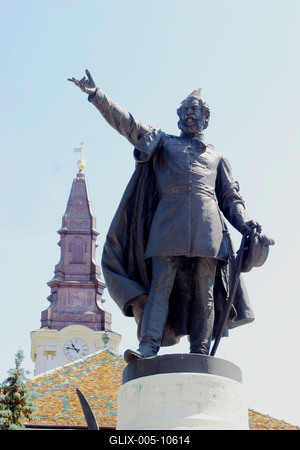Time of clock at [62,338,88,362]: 10:46
